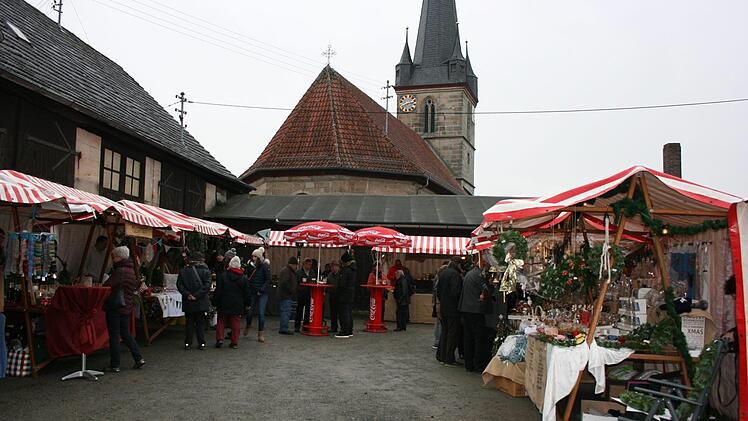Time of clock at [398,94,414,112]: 8:12
